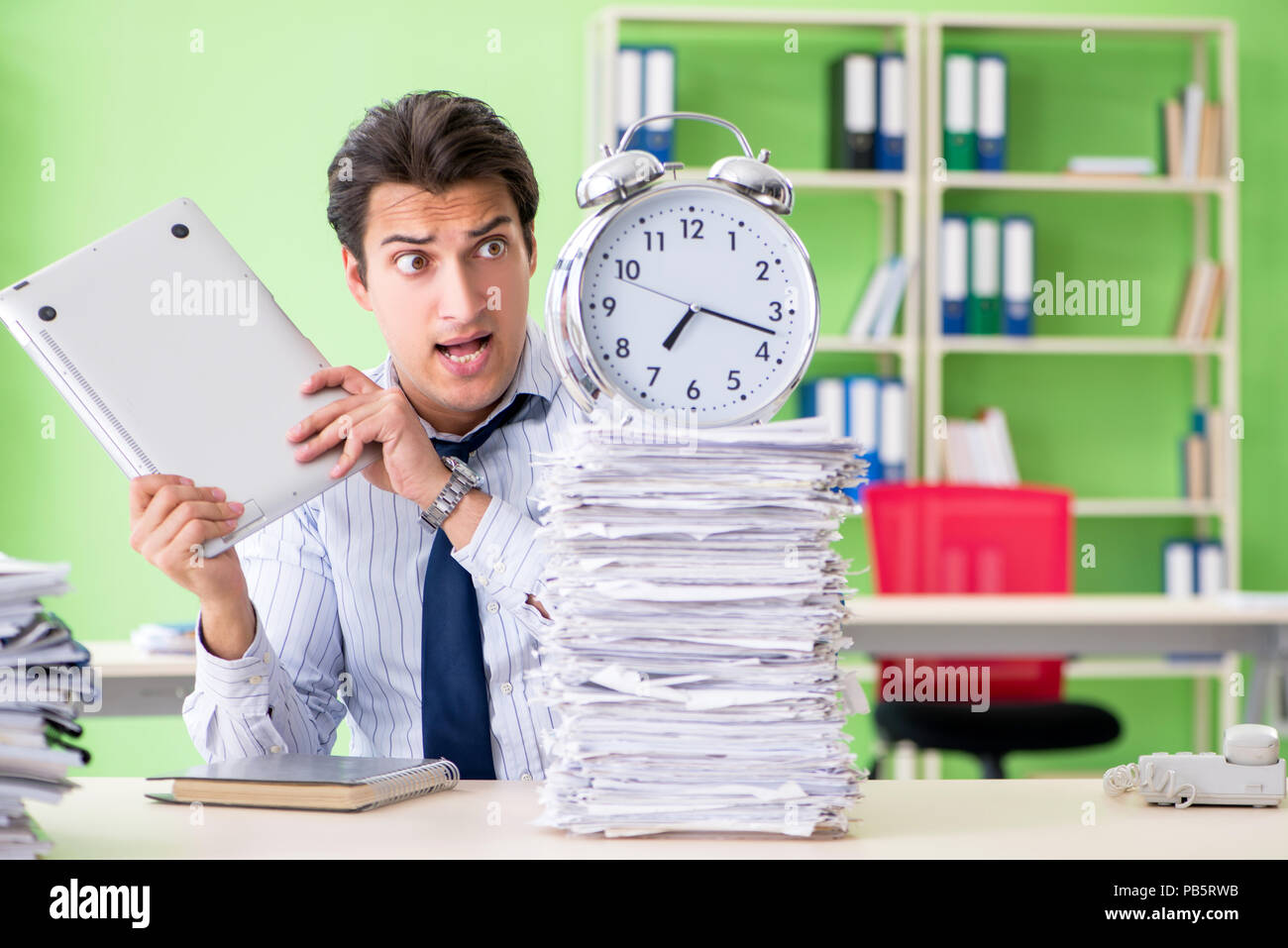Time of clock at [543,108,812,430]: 7:17
